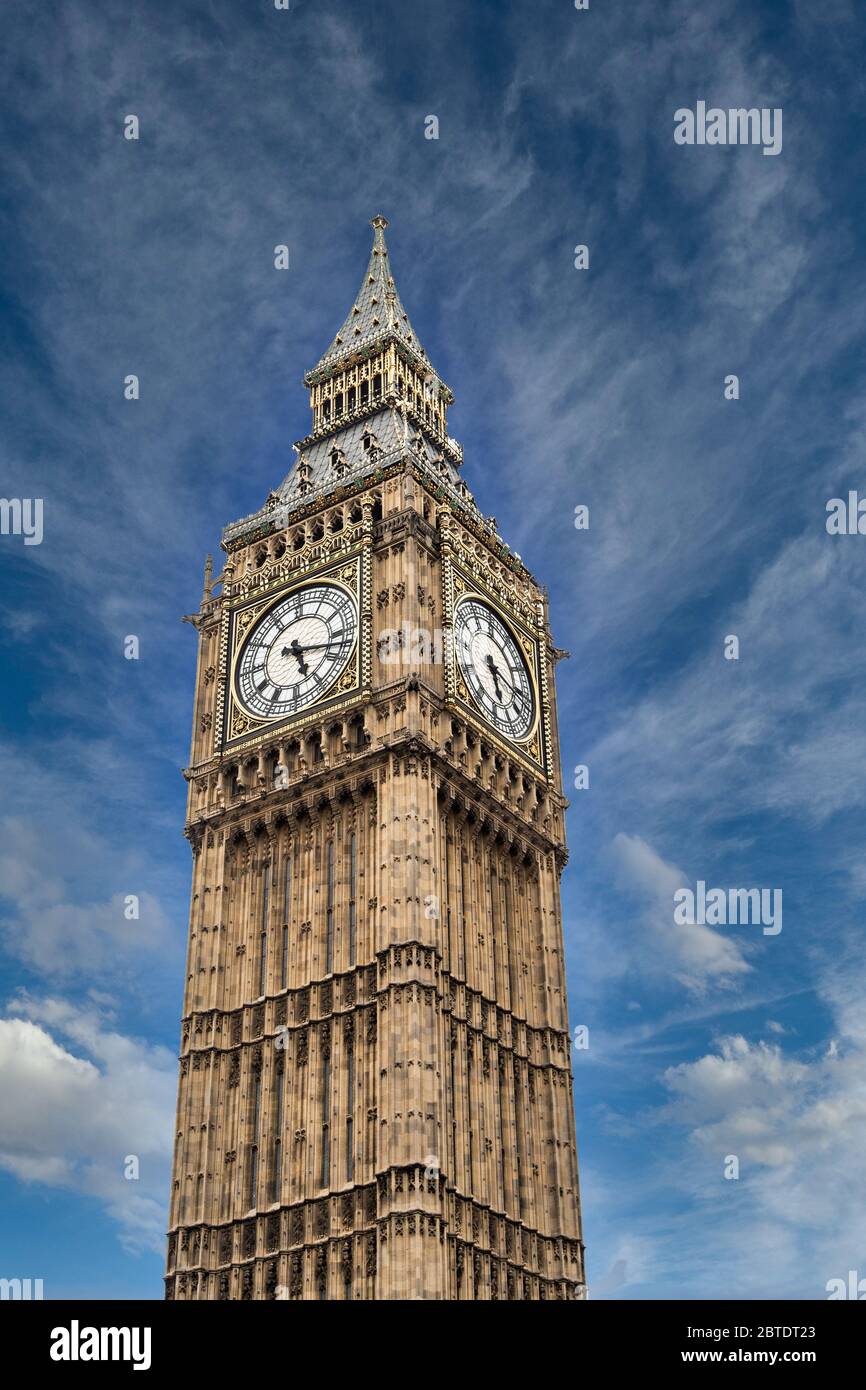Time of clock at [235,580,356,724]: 5:17
